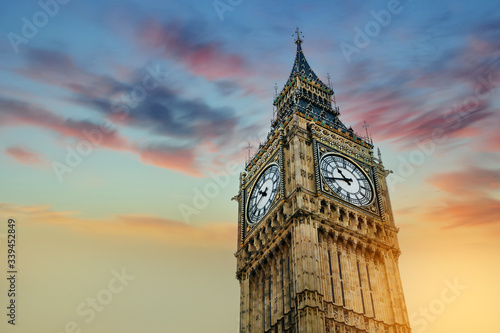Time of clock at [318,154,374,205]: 10:41
